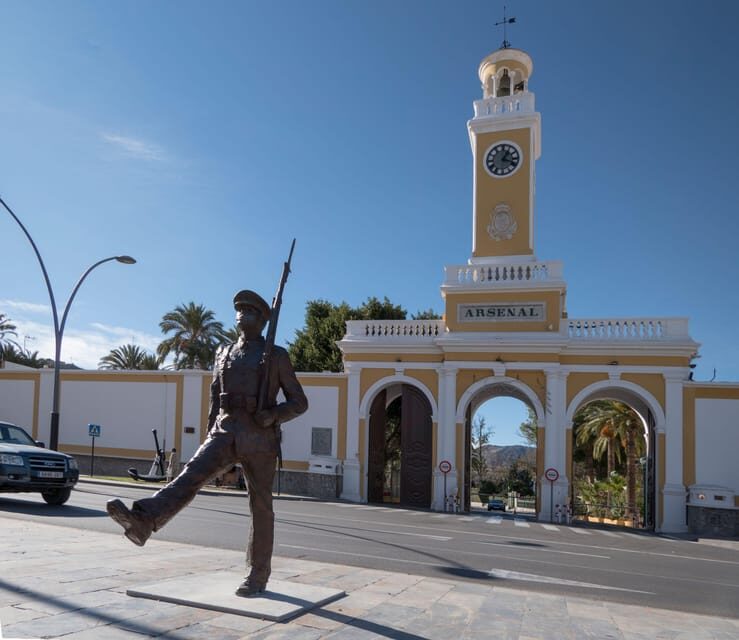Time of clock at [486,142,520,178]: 1:18
